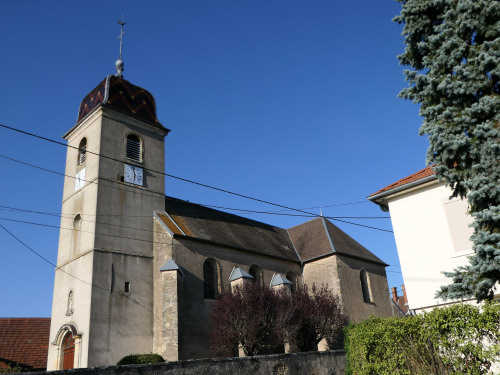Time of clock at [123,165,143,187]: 5:57
